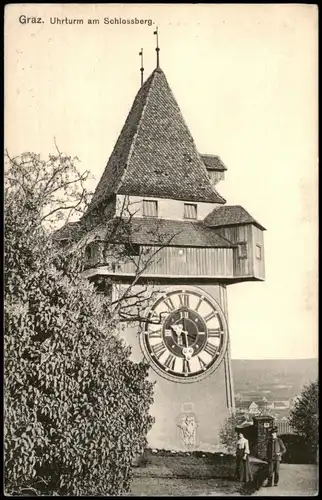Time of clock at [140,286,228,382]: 5:59
